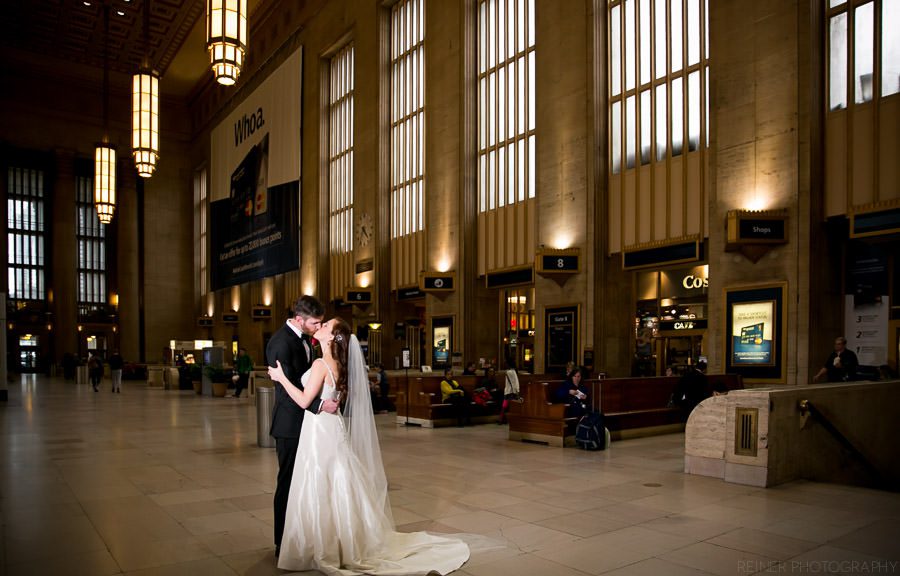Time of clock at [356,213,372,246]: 4:35
